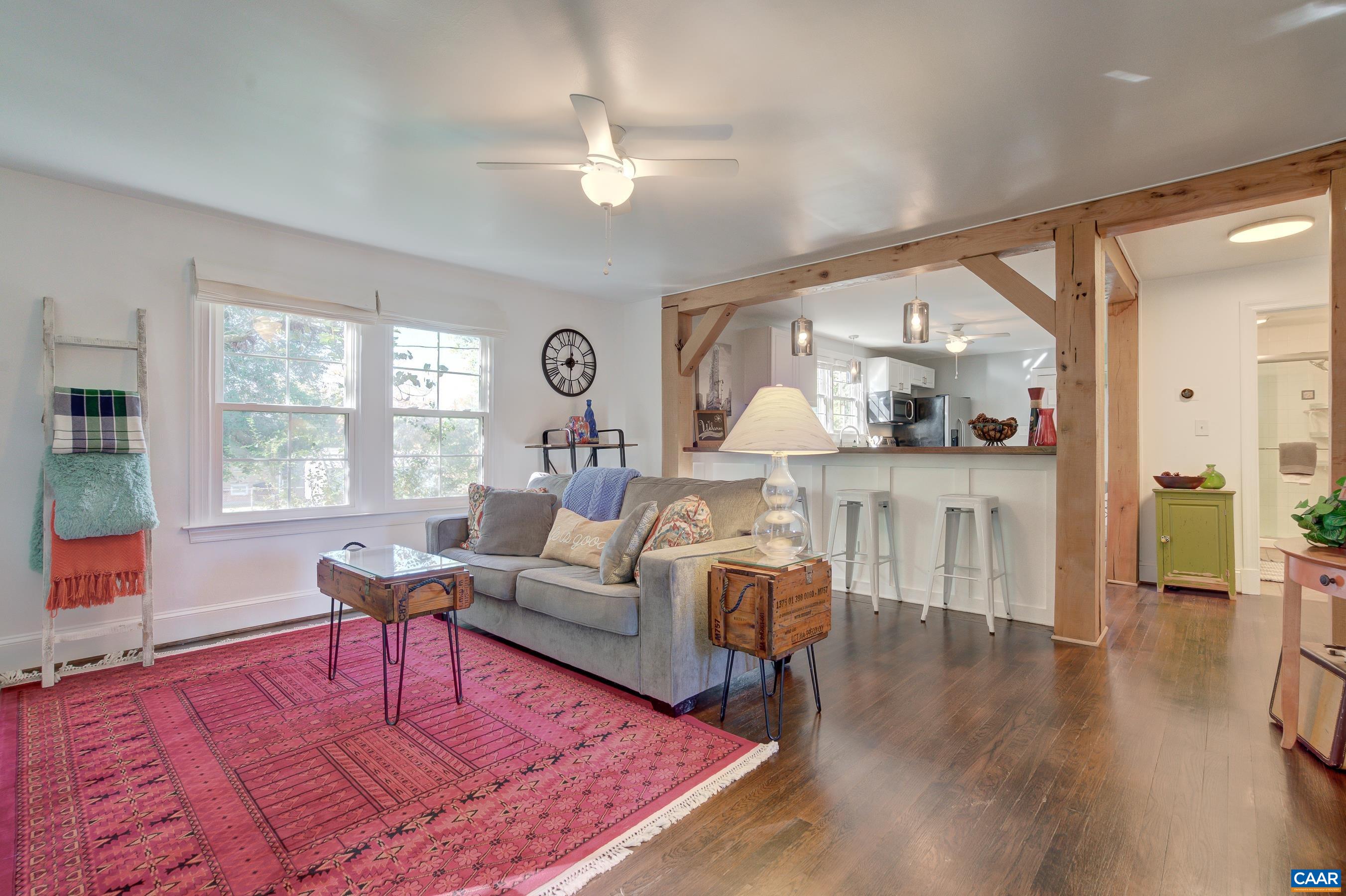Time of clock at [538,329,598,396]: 7:59
